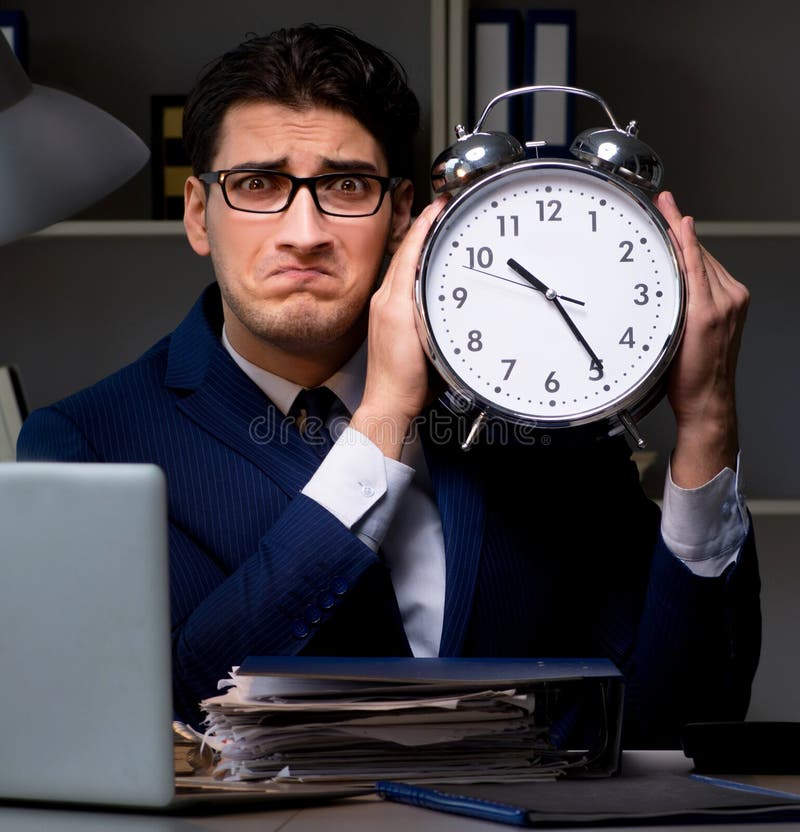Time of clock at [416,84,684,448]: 10:24
